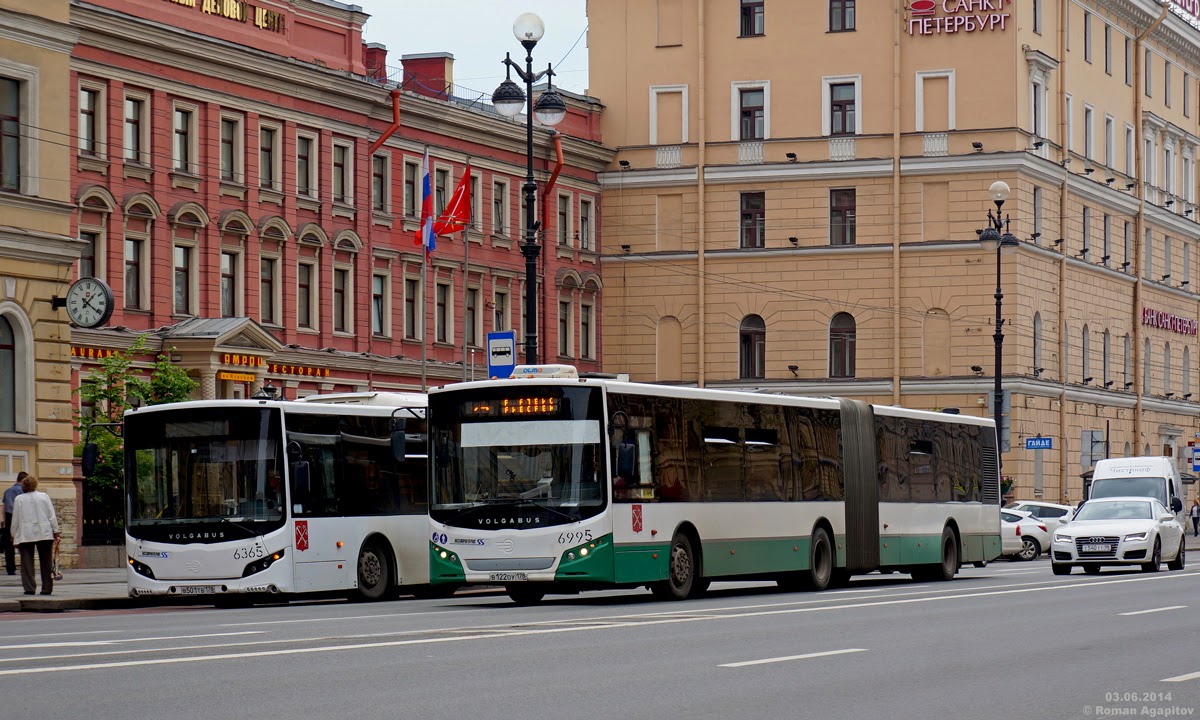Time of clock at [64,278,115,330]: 1:20
